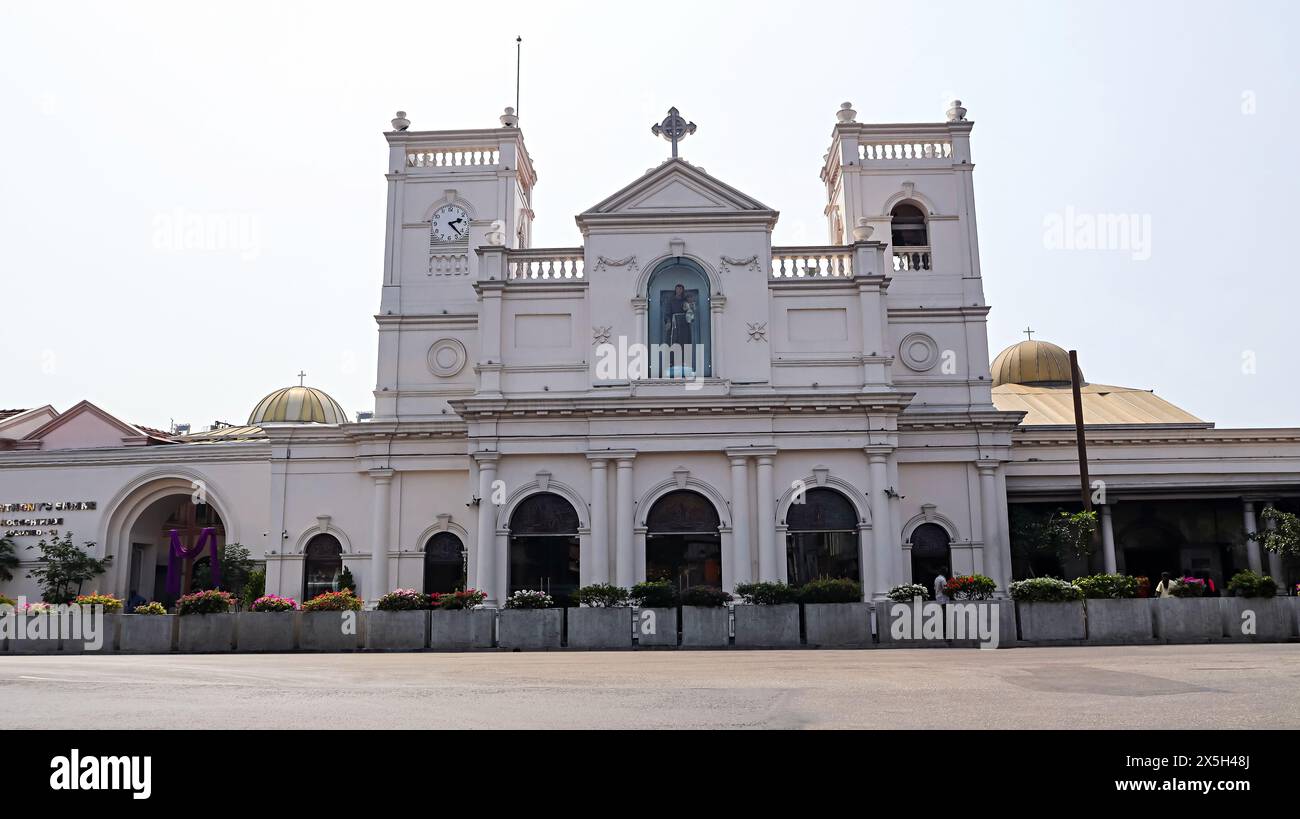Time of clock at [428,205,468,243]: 2:22
